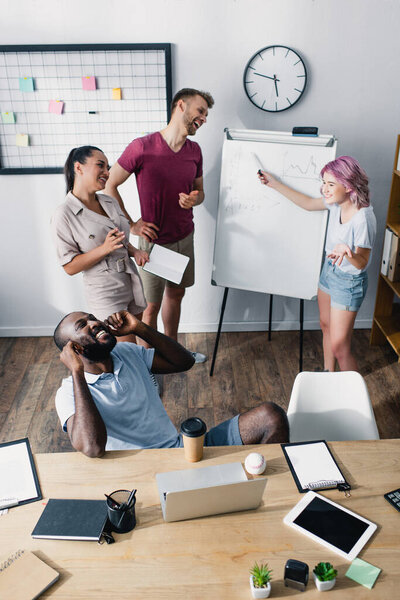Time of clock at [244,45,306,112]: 5:48
